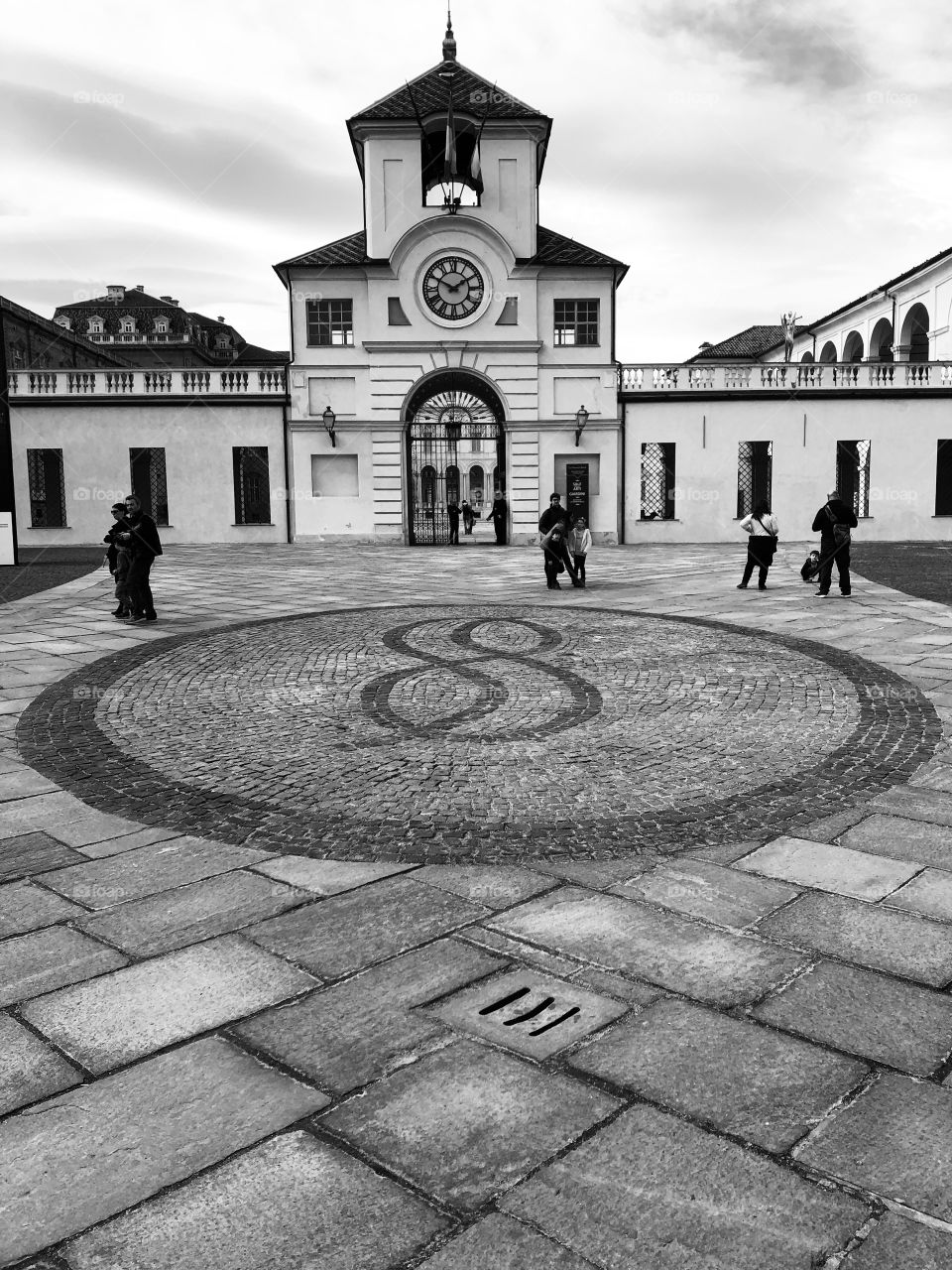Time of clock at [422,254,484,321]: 1:49
